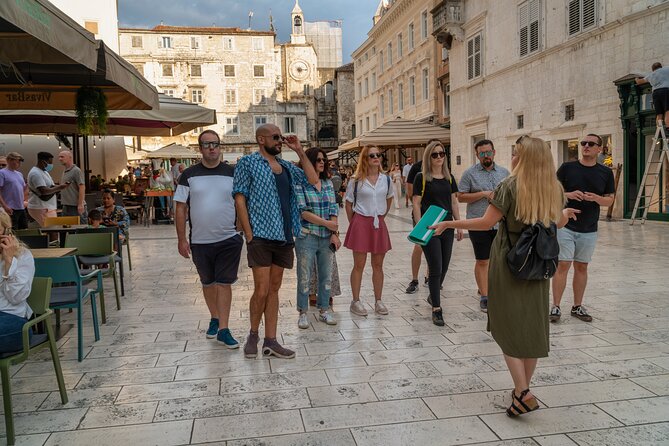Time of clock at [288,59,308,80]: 6:14
